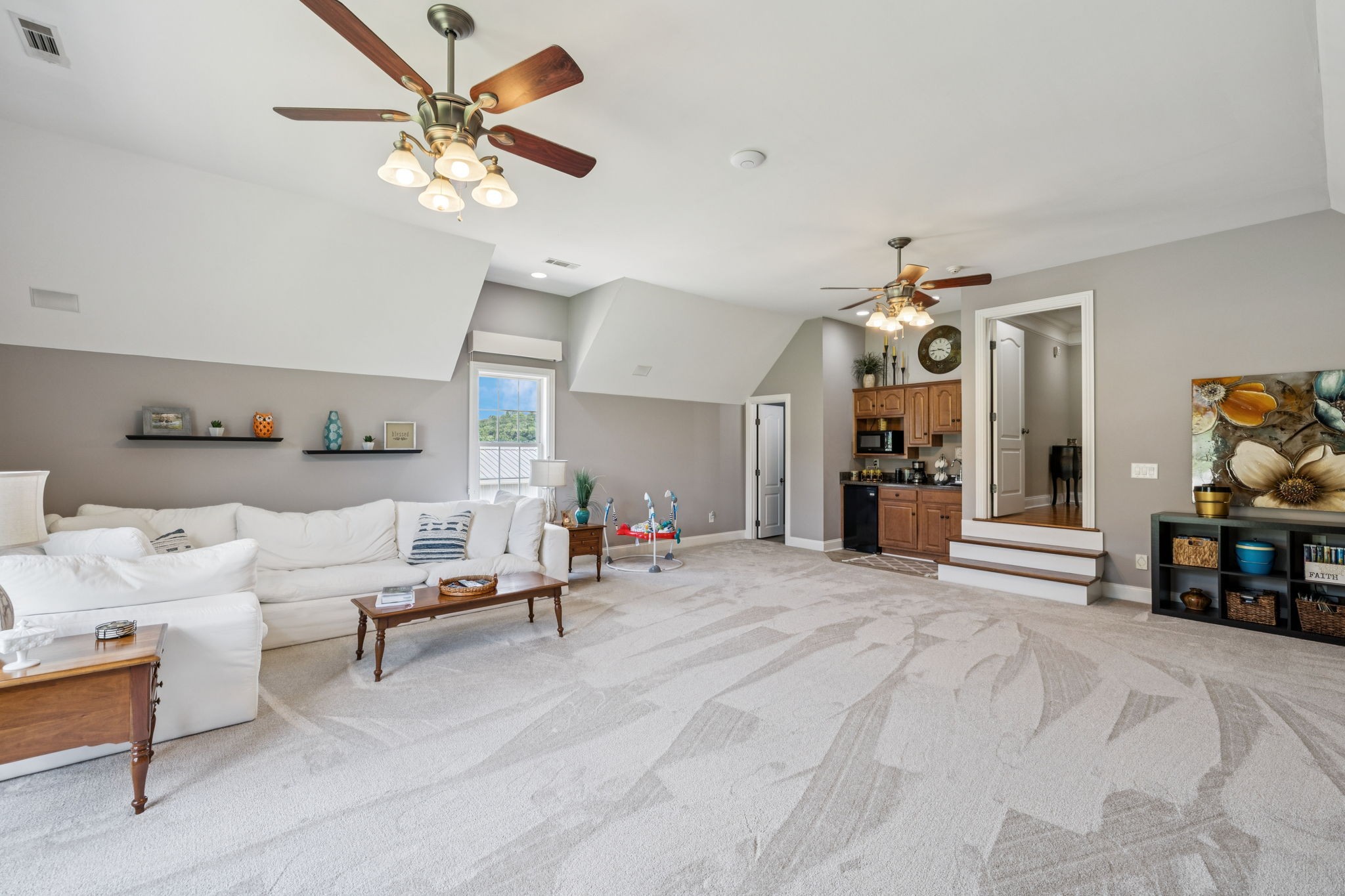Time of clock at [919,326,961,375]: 3:43
